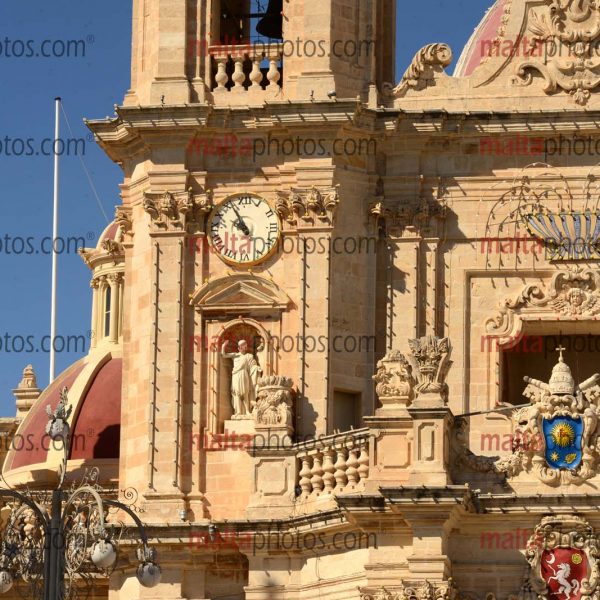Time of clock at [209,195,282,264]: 9:55
